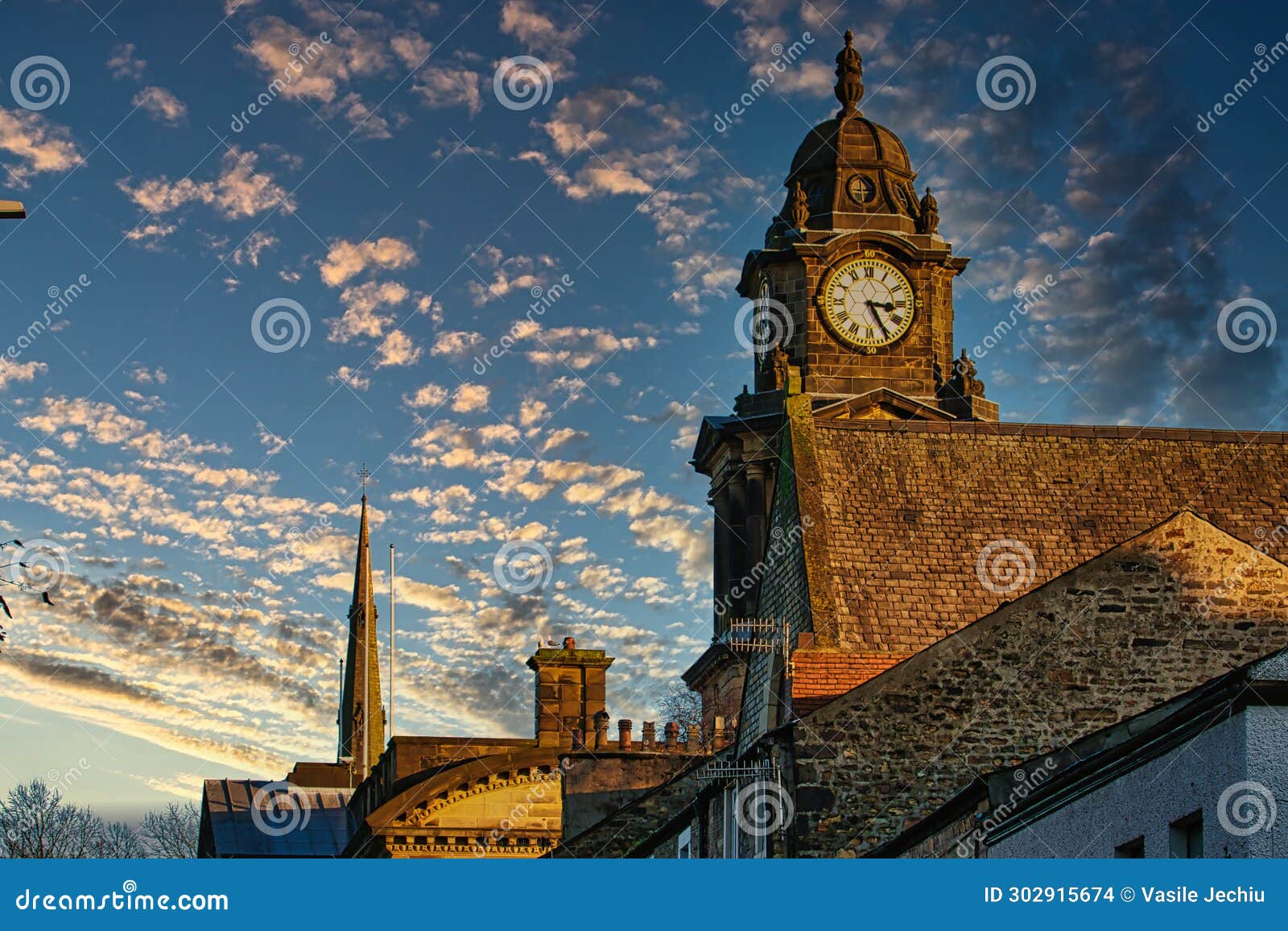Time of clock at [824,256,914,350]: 3:25
